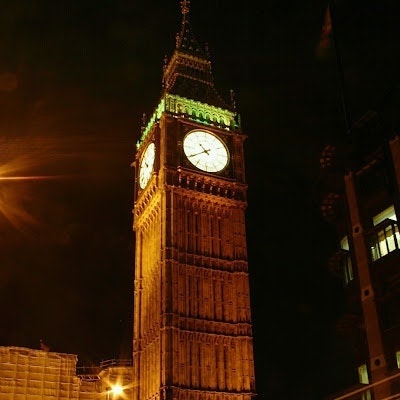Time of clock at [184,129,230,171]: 10:39
